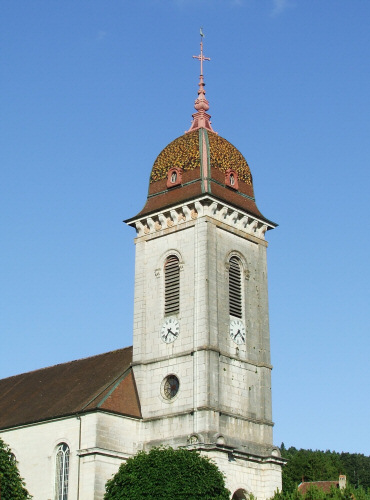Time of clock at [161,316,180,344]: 4:35
